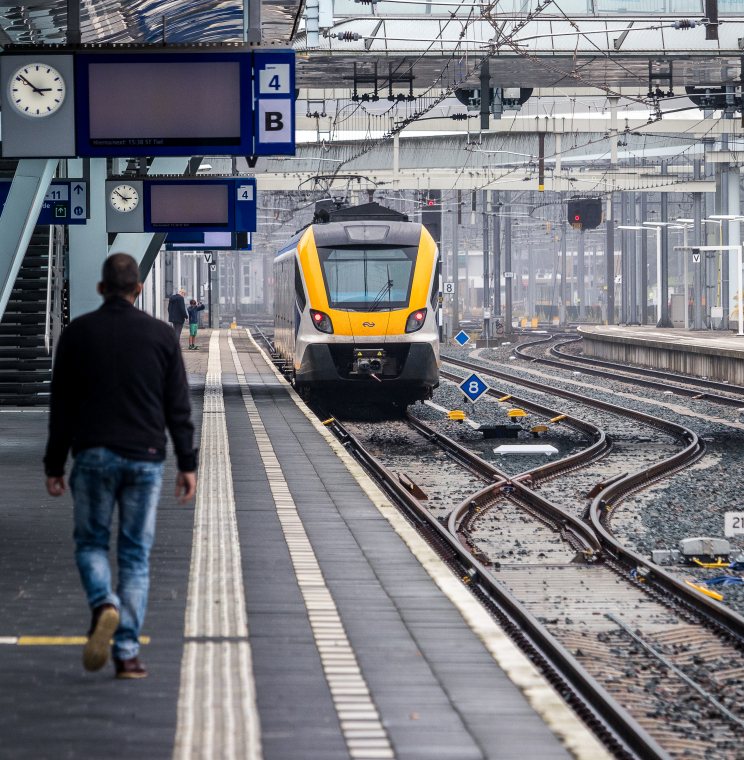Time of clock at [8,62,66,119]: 2:51
